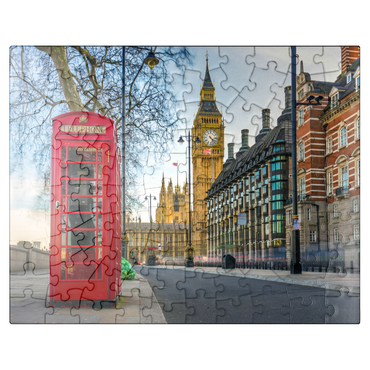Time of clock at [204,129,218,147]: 4:22
